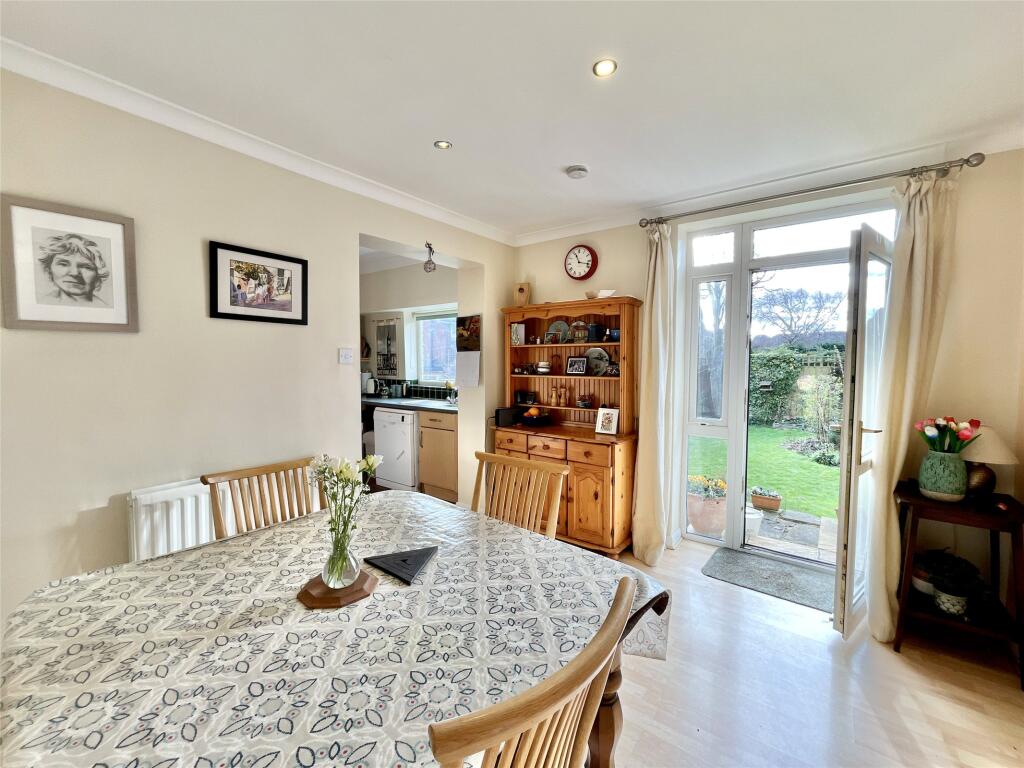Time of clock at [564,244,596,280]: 11:17
